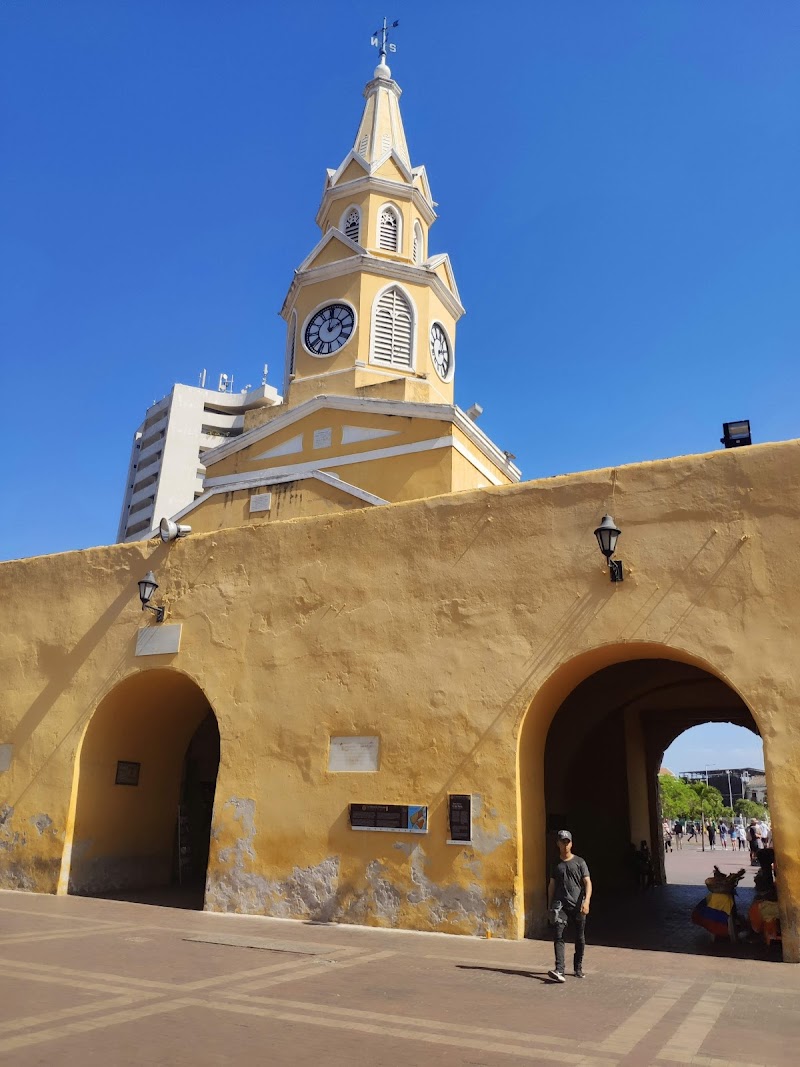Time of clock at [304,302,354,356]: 2:00
